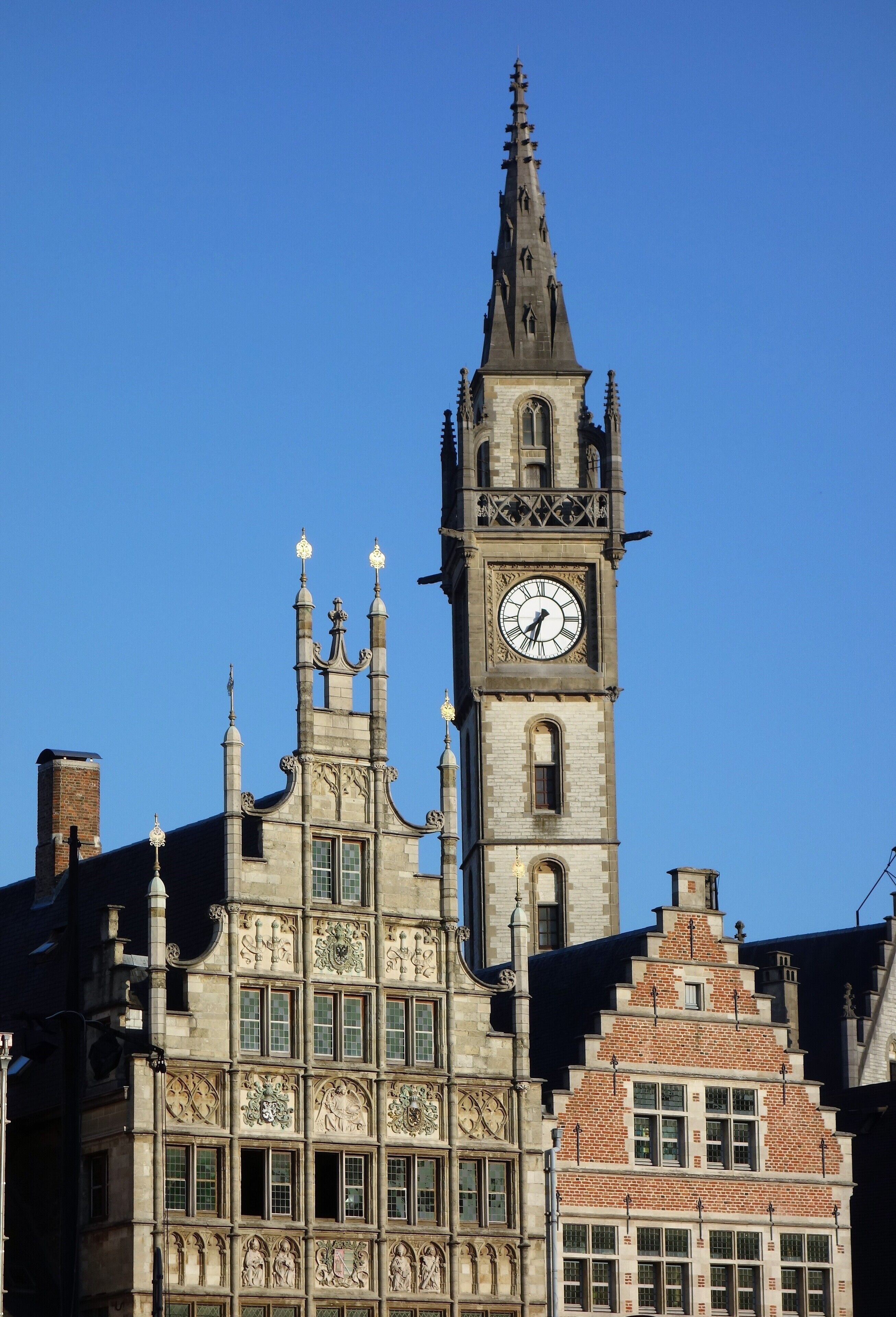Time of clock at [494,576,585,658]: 7:32
